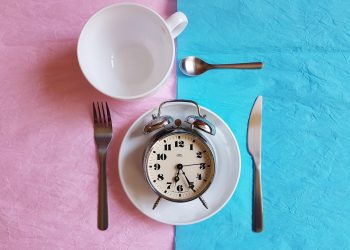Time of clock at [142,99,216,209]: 6:25
